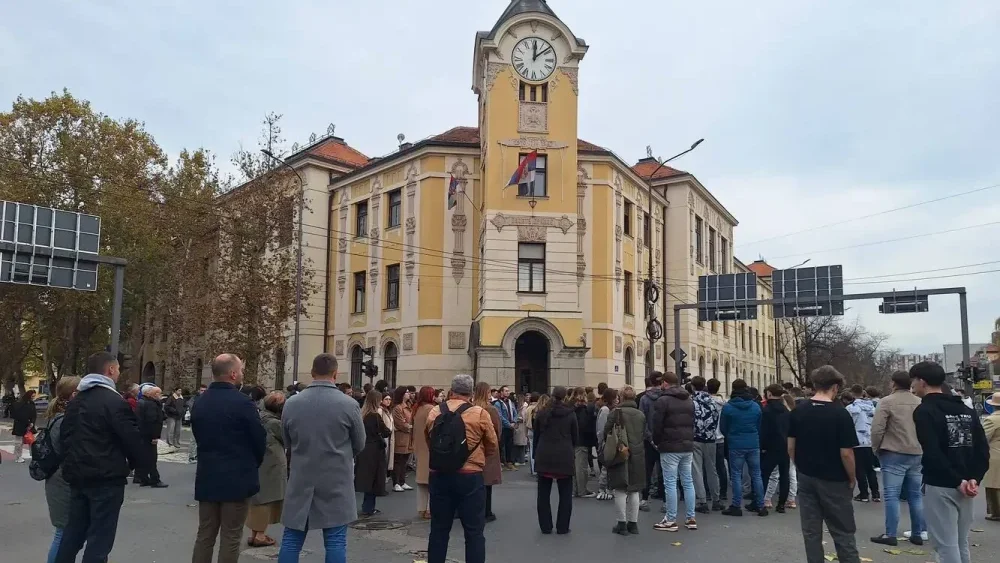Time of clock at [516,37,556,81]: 12:08
